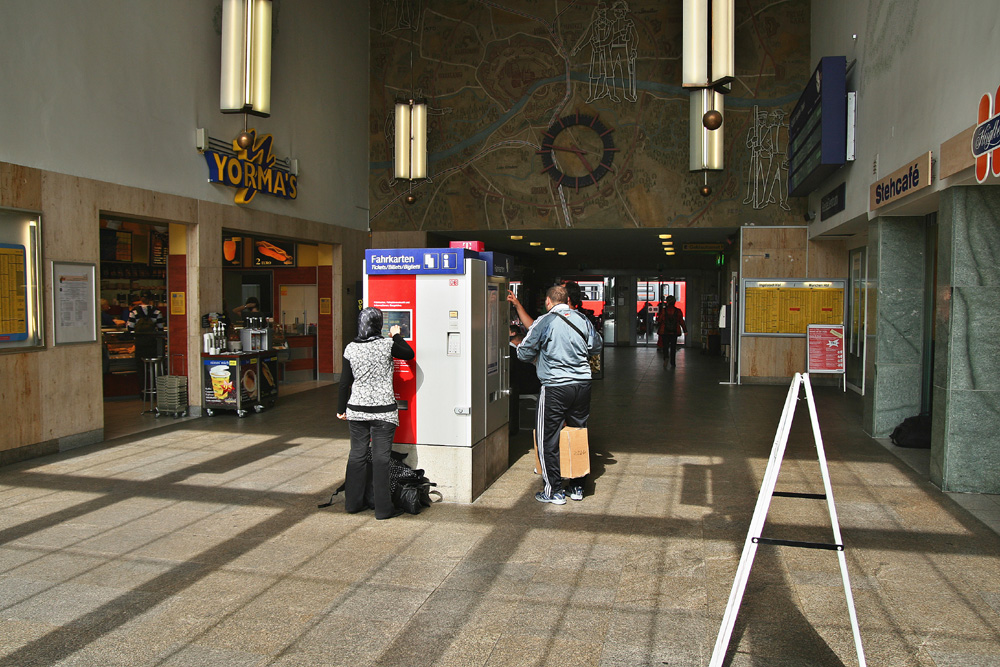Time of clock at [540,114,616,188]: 4:46
